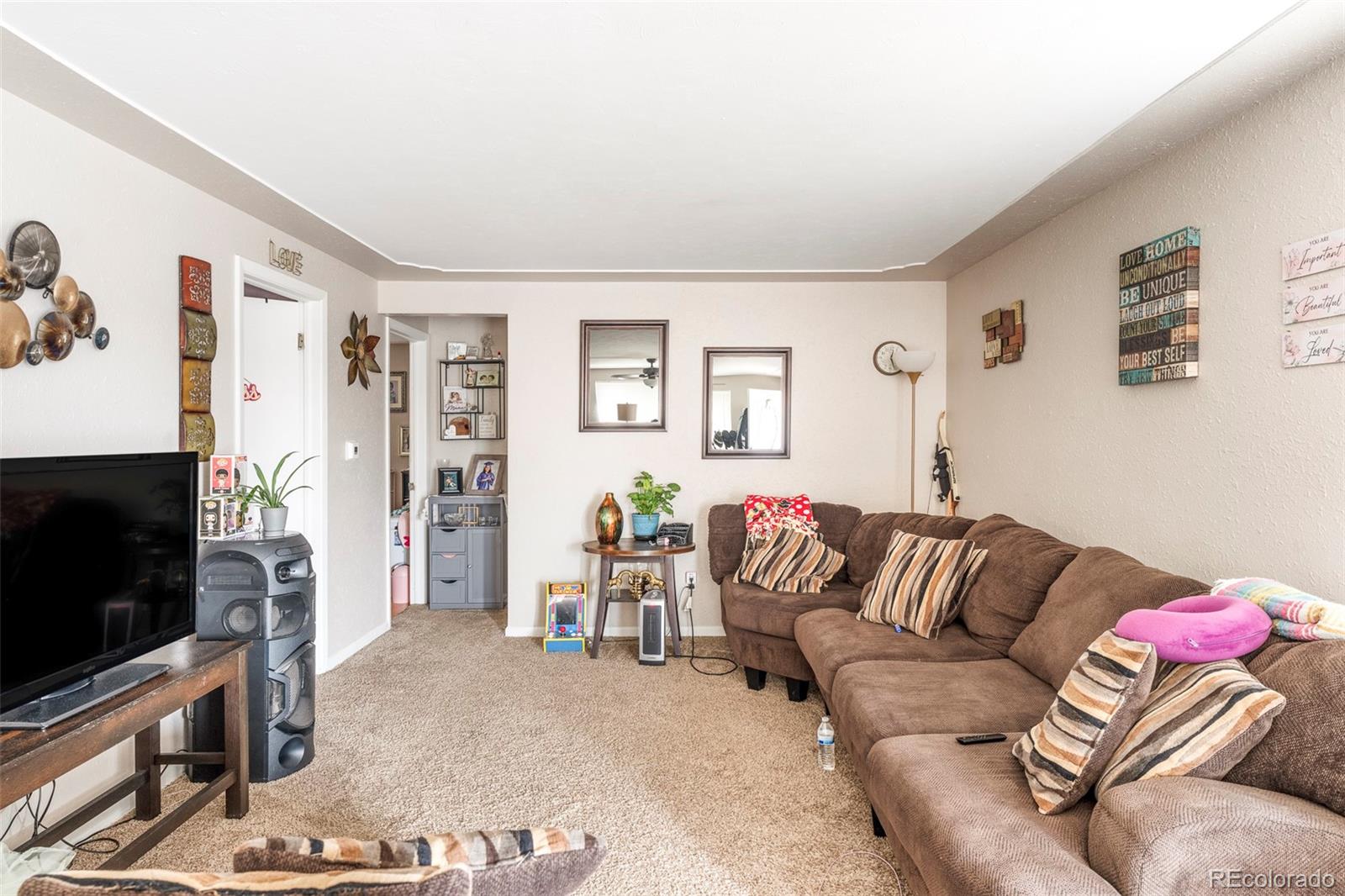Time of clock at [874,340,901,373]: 12:26
